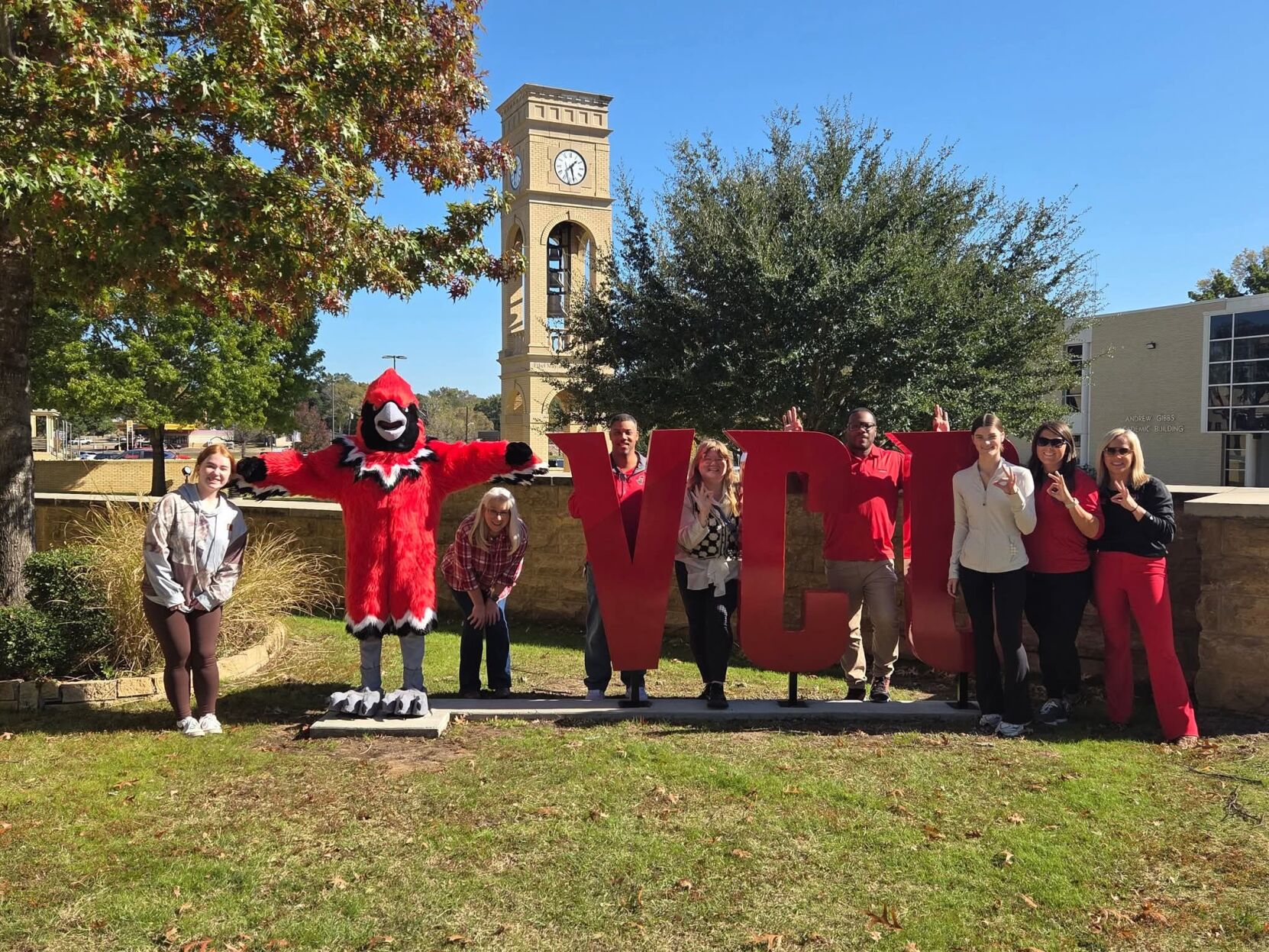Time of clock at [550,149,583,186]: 1:27
